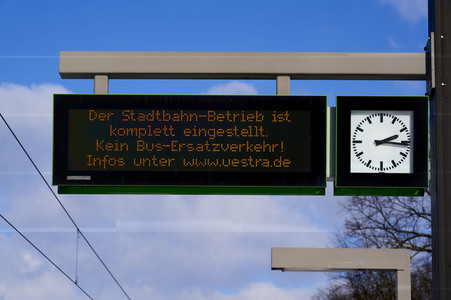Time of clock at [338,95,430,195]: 2:15
